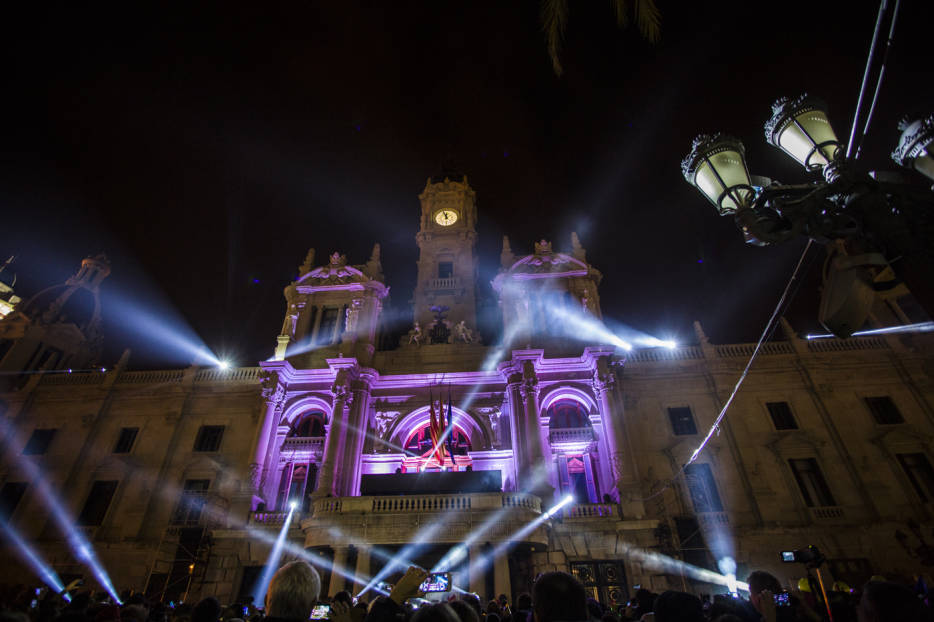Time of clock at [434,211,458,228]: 11:56
